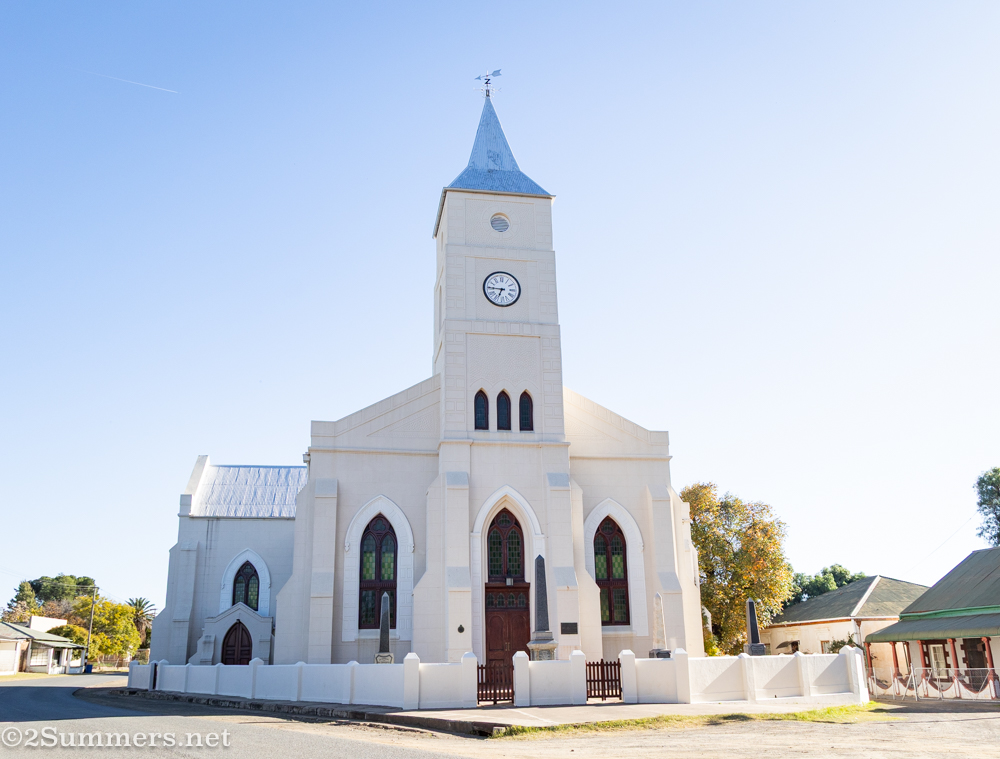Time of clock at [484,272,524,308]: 6:45
